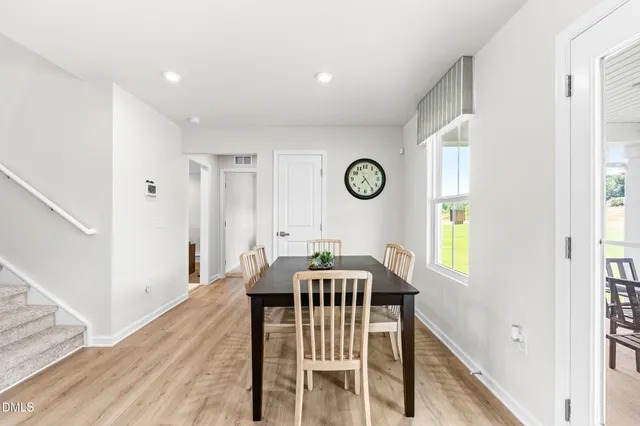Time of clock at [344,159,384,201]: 7:24
